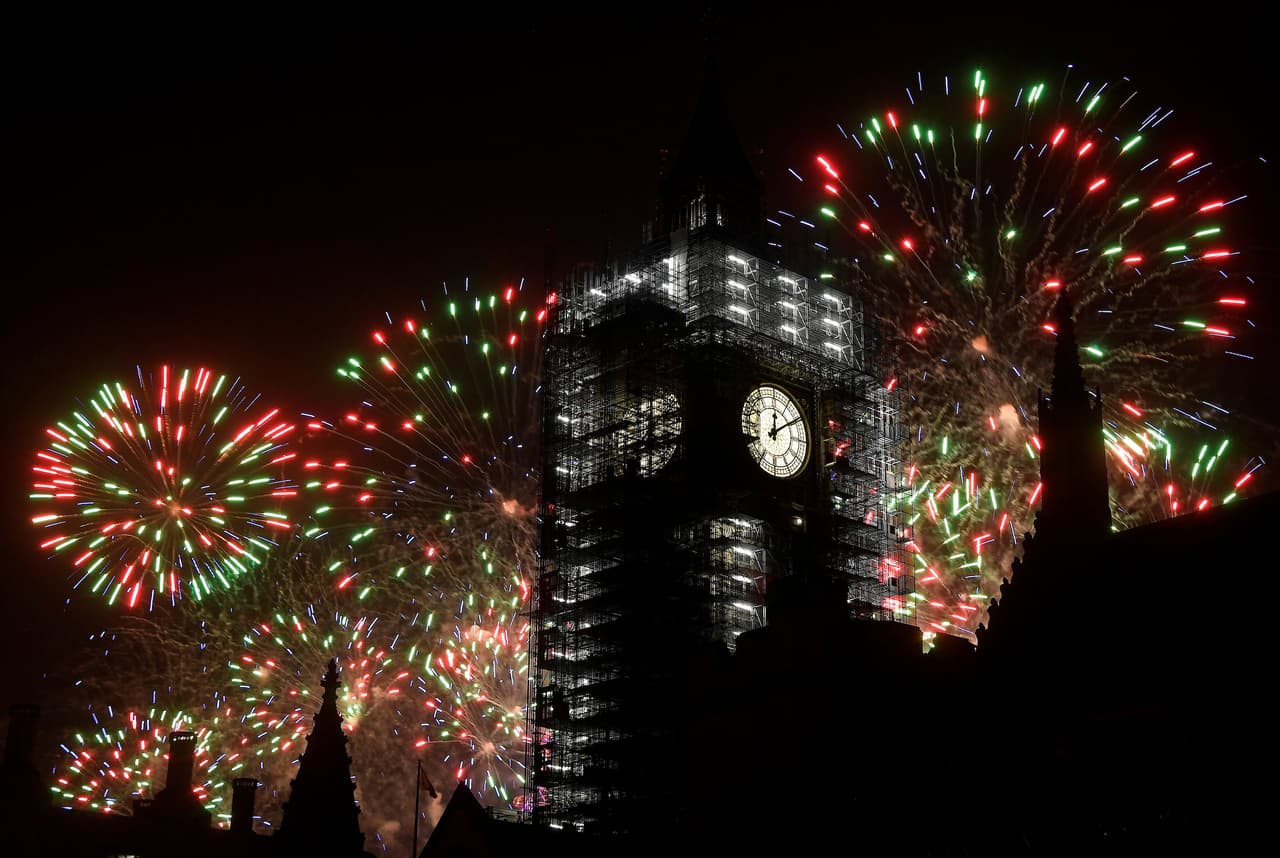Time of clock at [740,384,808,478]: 12:09
